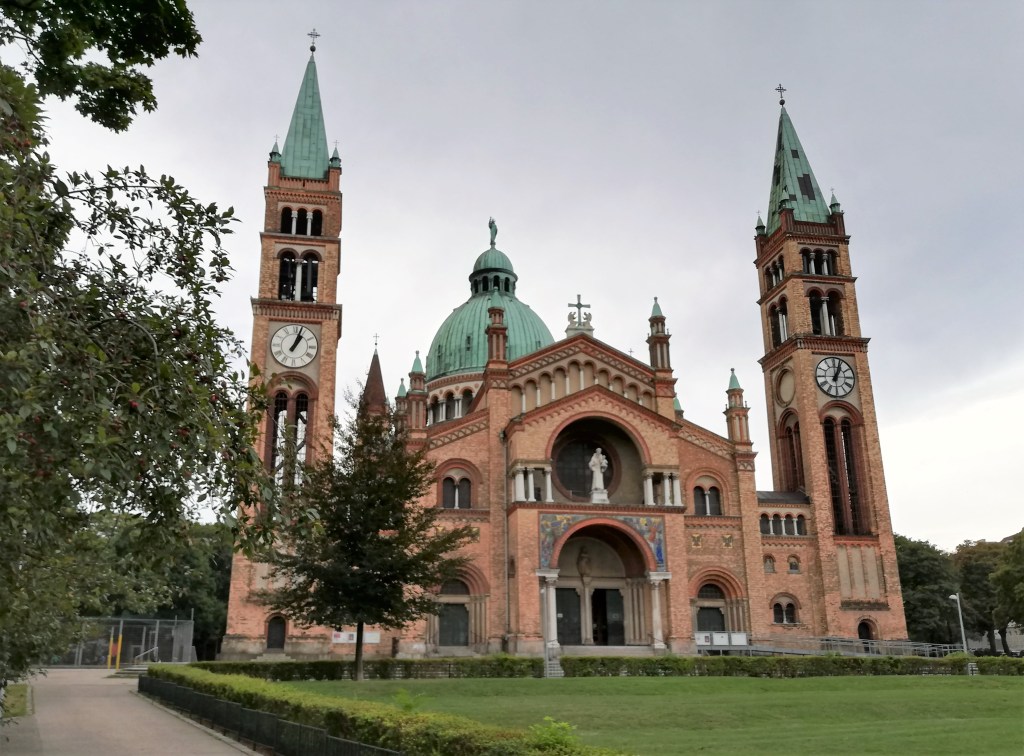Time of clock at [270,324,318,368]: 1:03
